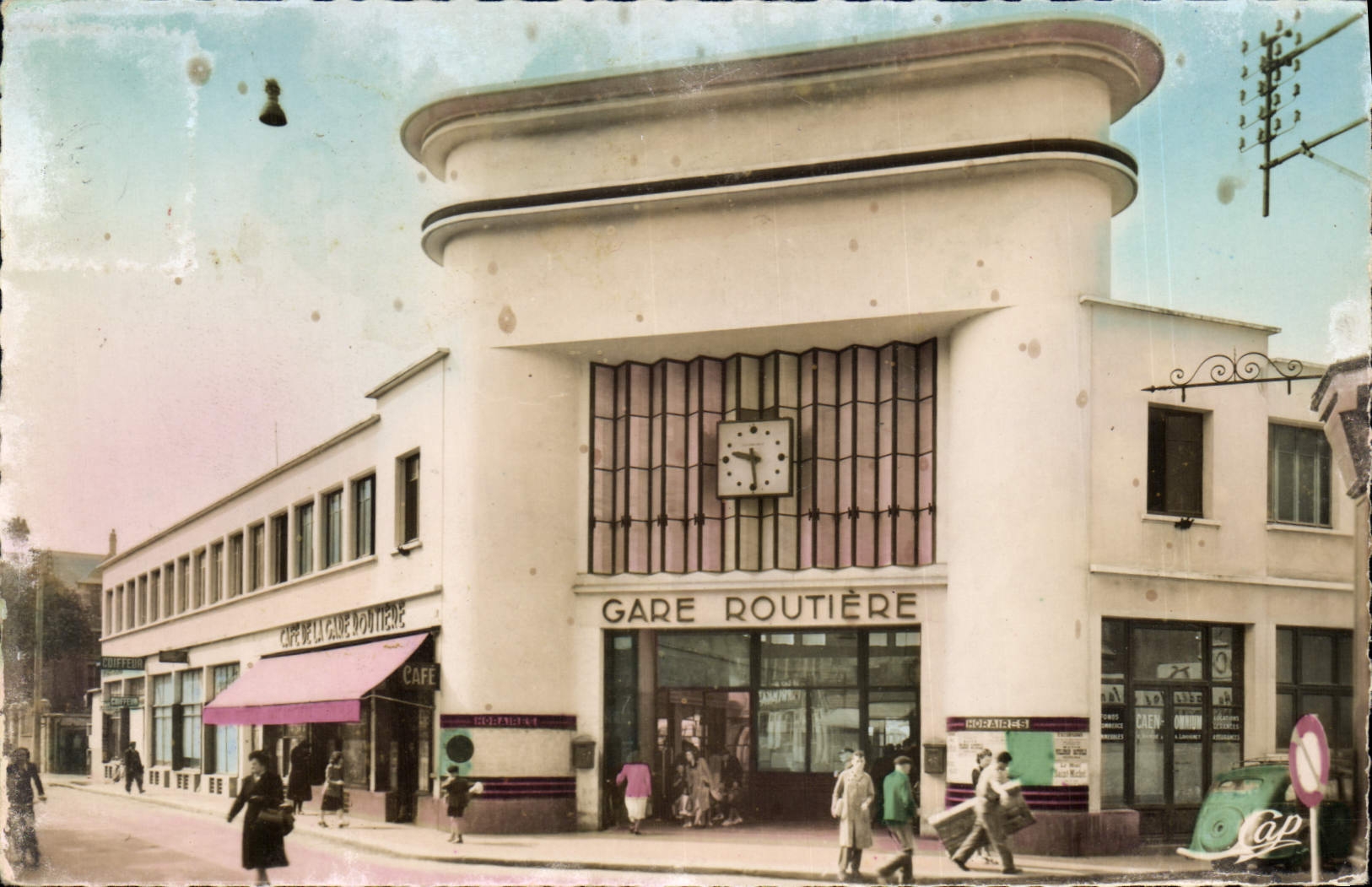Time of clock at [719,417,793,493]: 9:29
